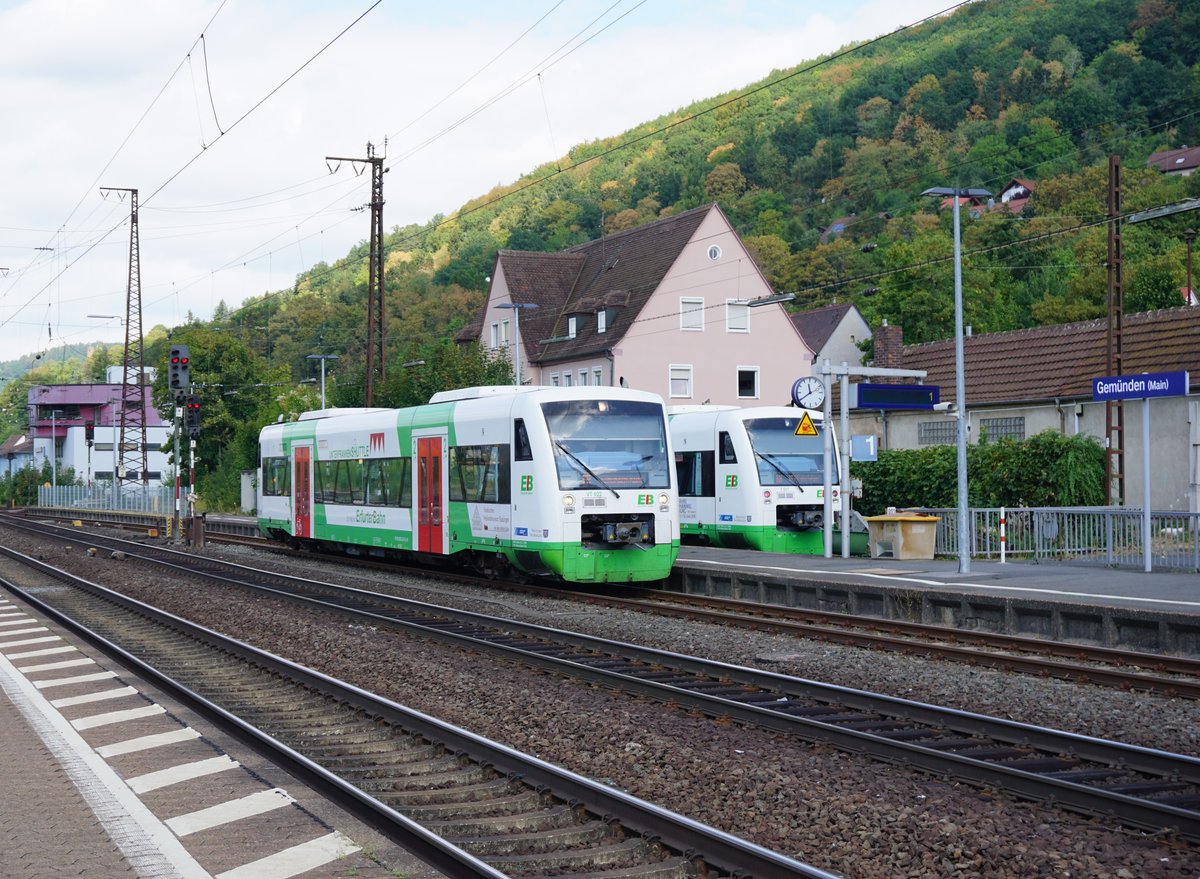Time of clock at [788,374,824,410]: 11:39
